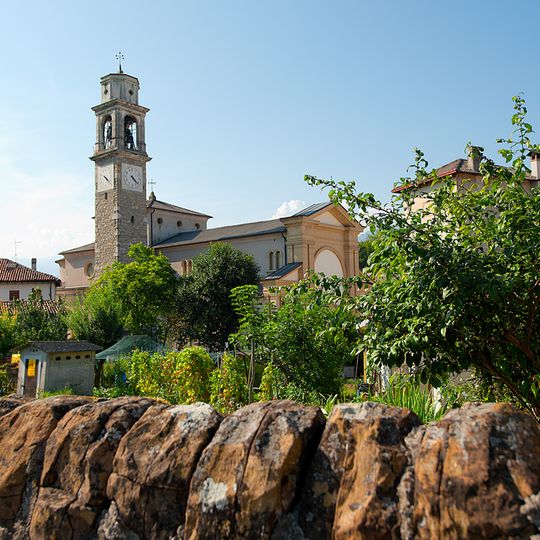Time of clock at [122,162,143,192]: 4:21
